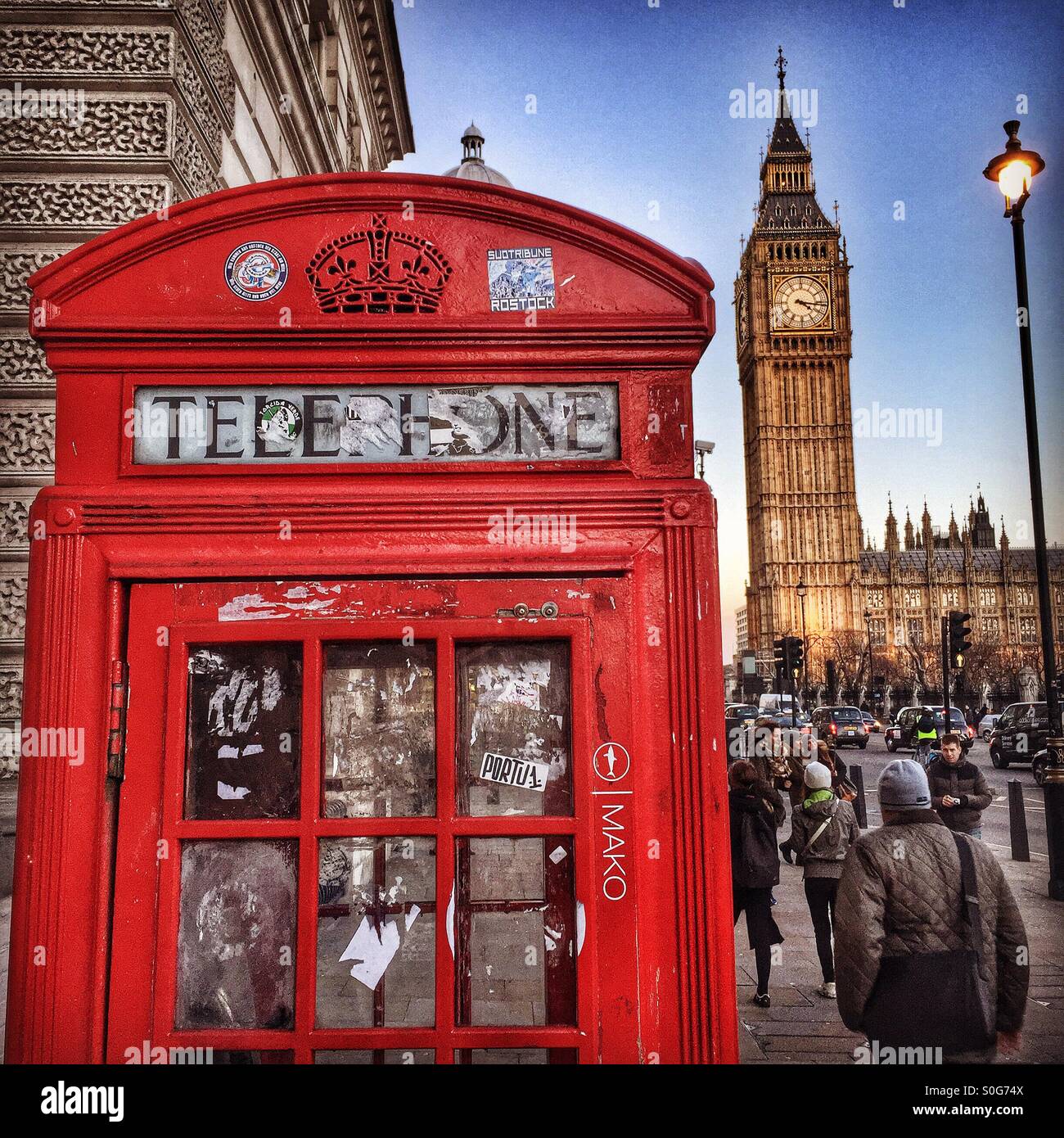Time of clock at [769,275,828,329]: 4:16
